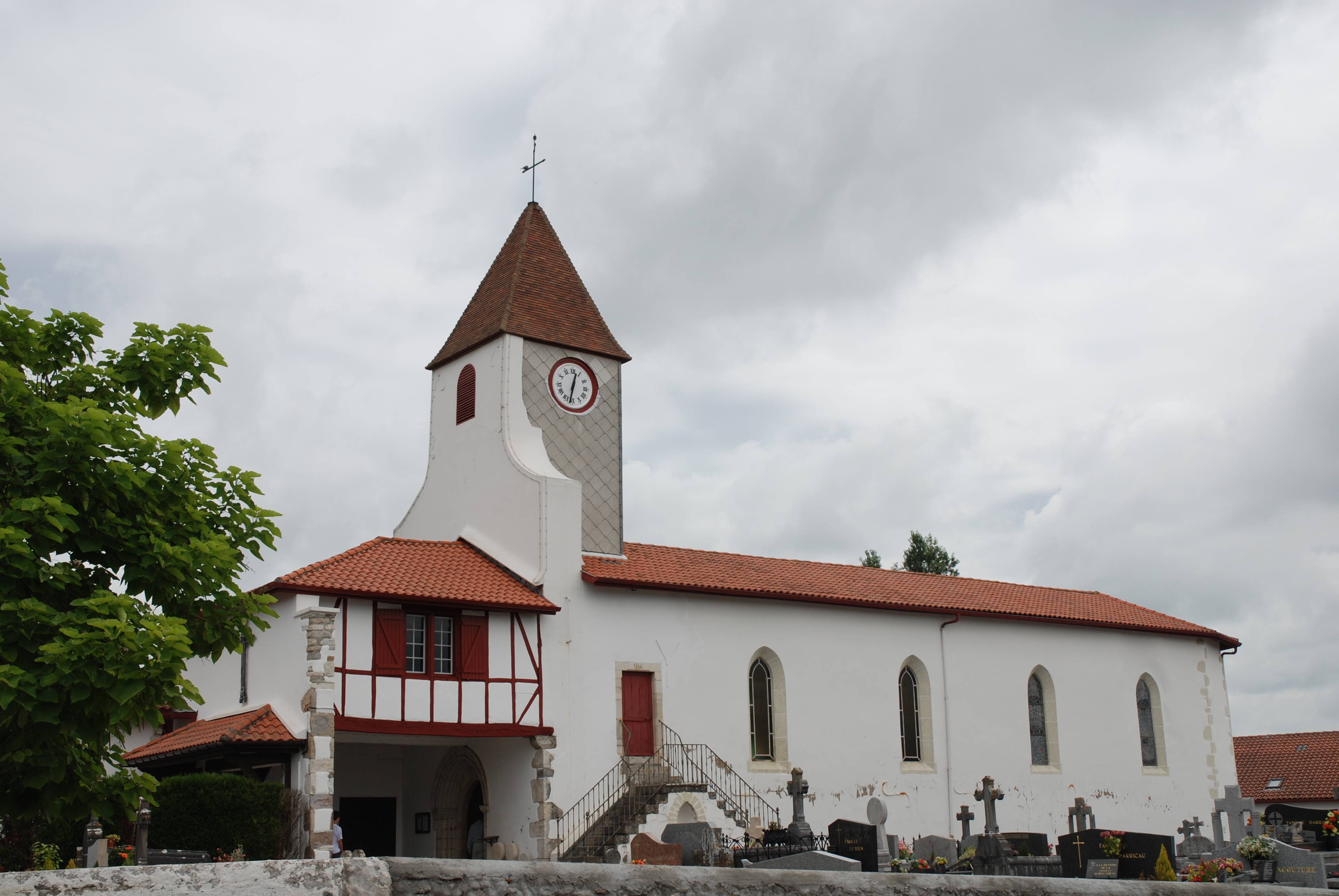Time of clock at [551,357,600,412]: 12:32
